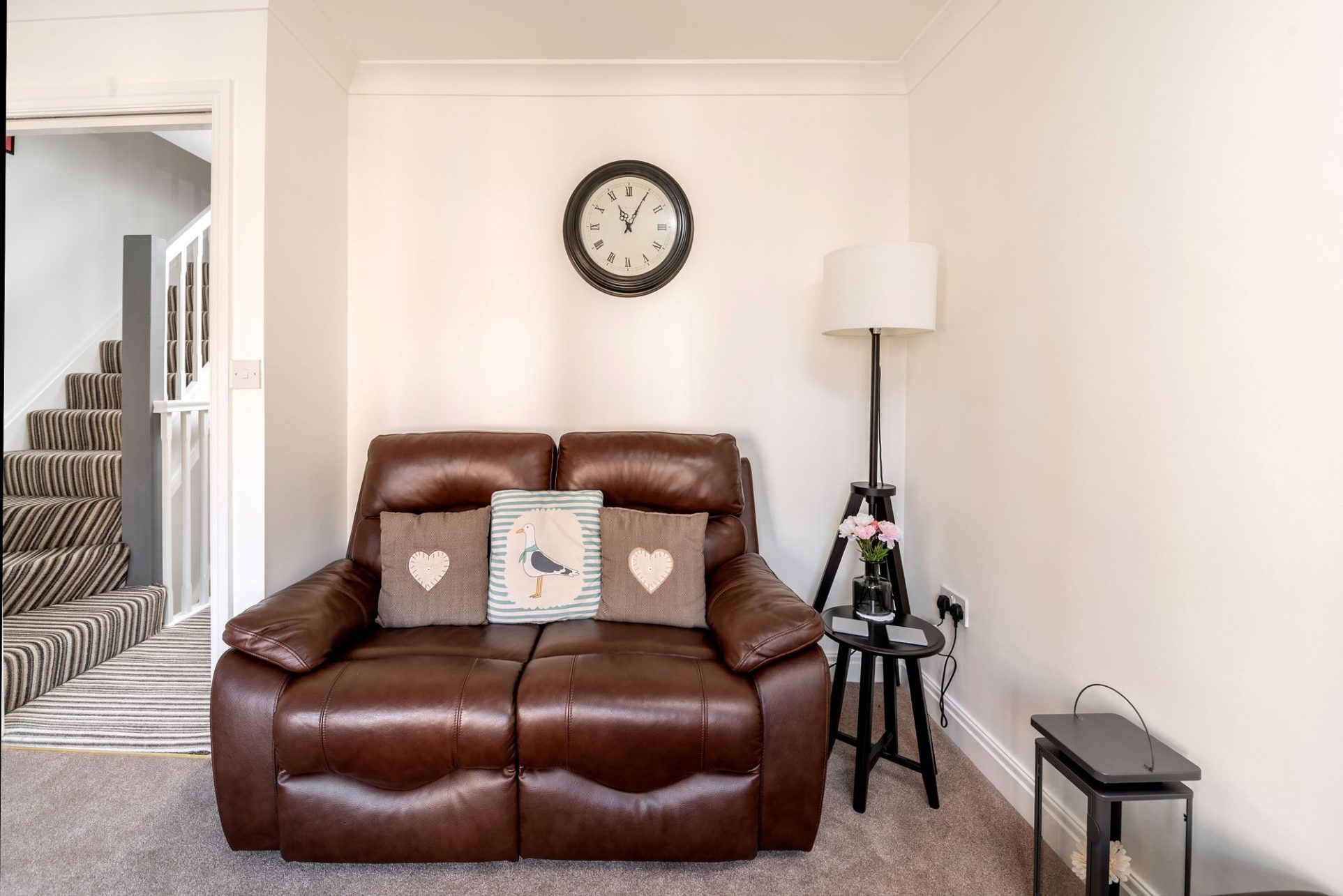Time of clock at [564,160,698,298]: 11:04
